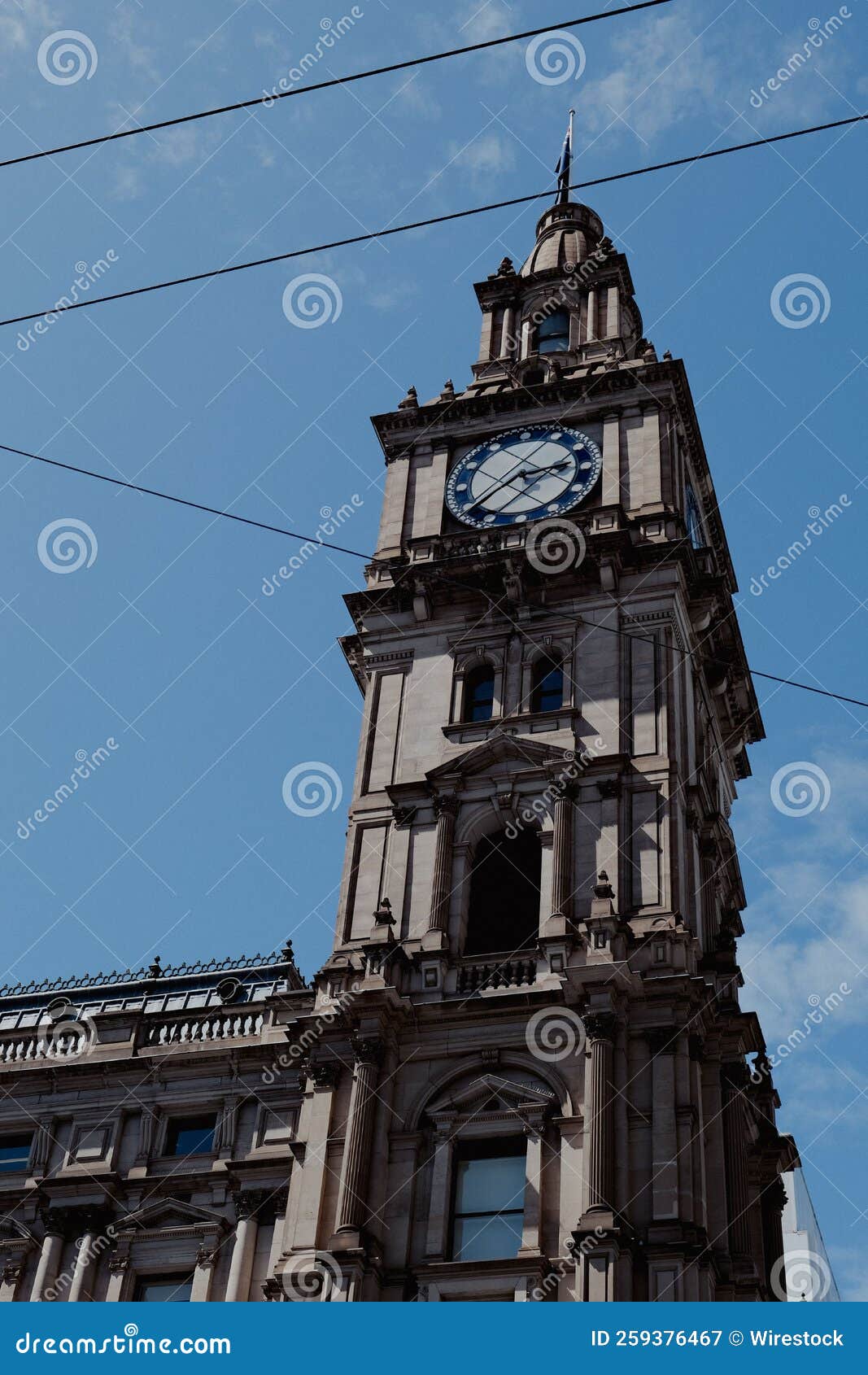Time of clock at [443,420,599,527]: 2:39
